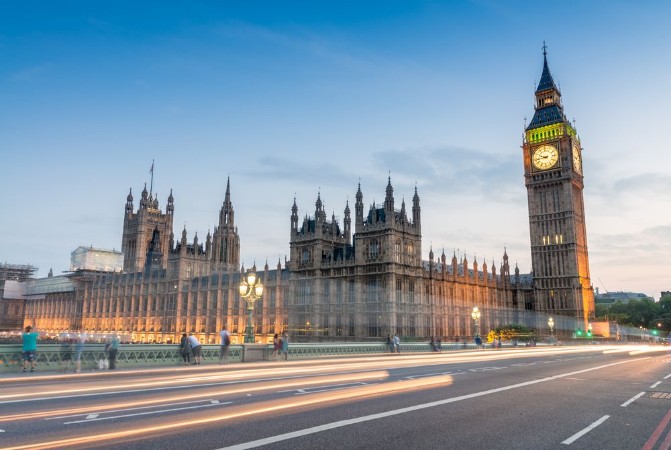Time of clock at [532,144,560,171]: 9:43
